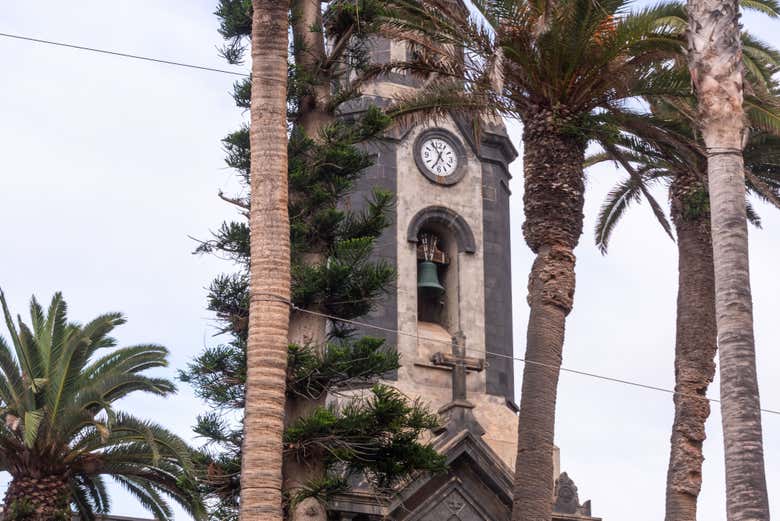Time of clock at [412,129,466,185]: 6:55
